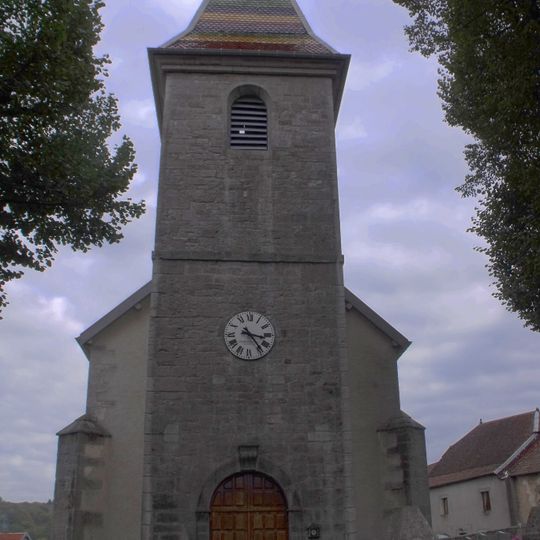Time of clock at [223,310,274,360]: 3:23
